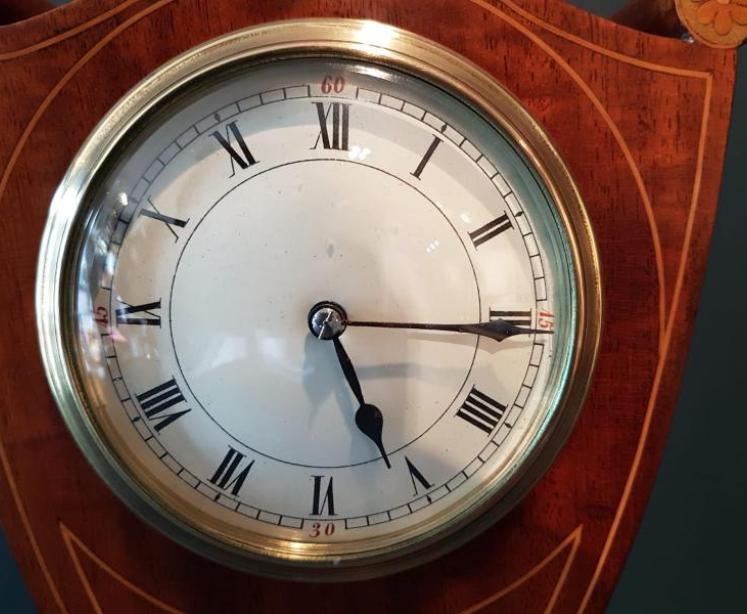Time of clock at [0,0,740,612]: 5:15
